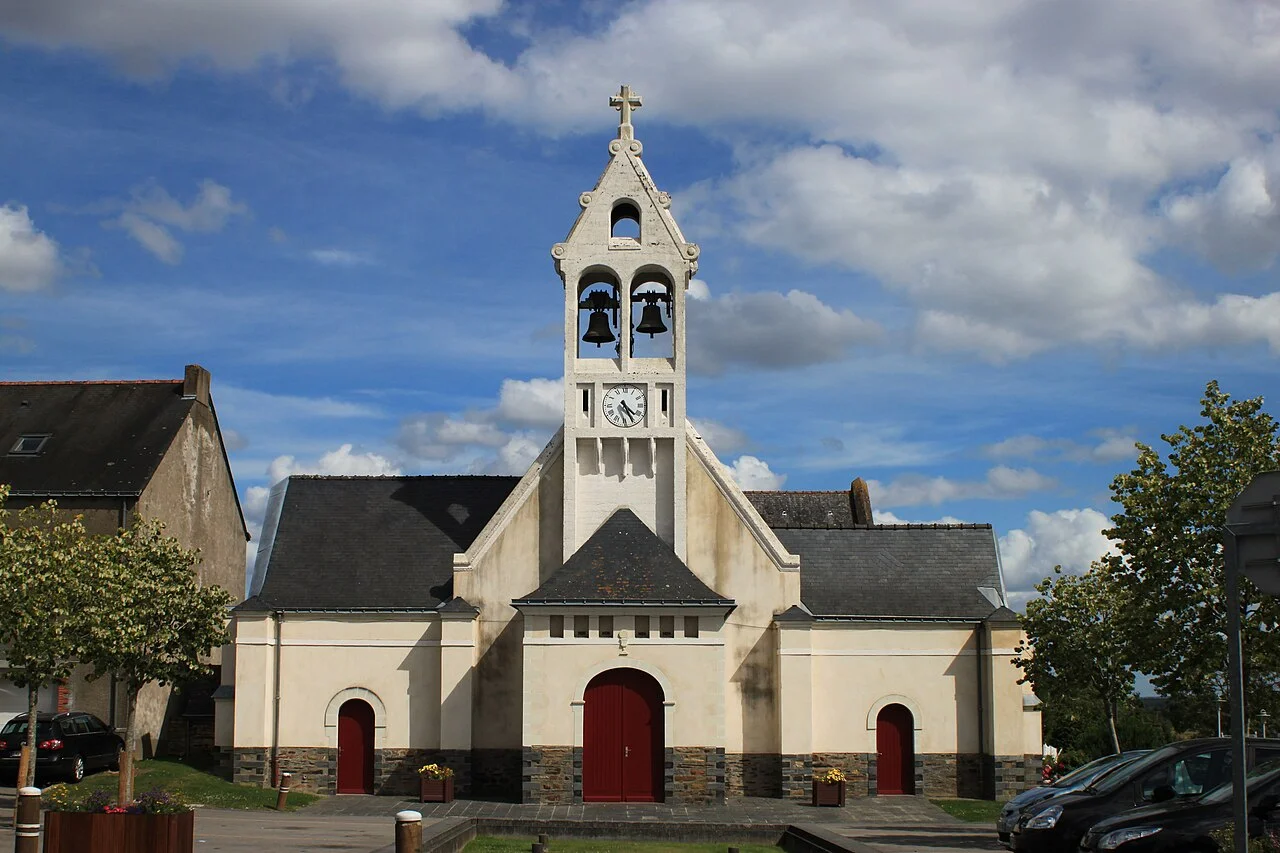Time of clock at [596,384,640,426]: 4:25
